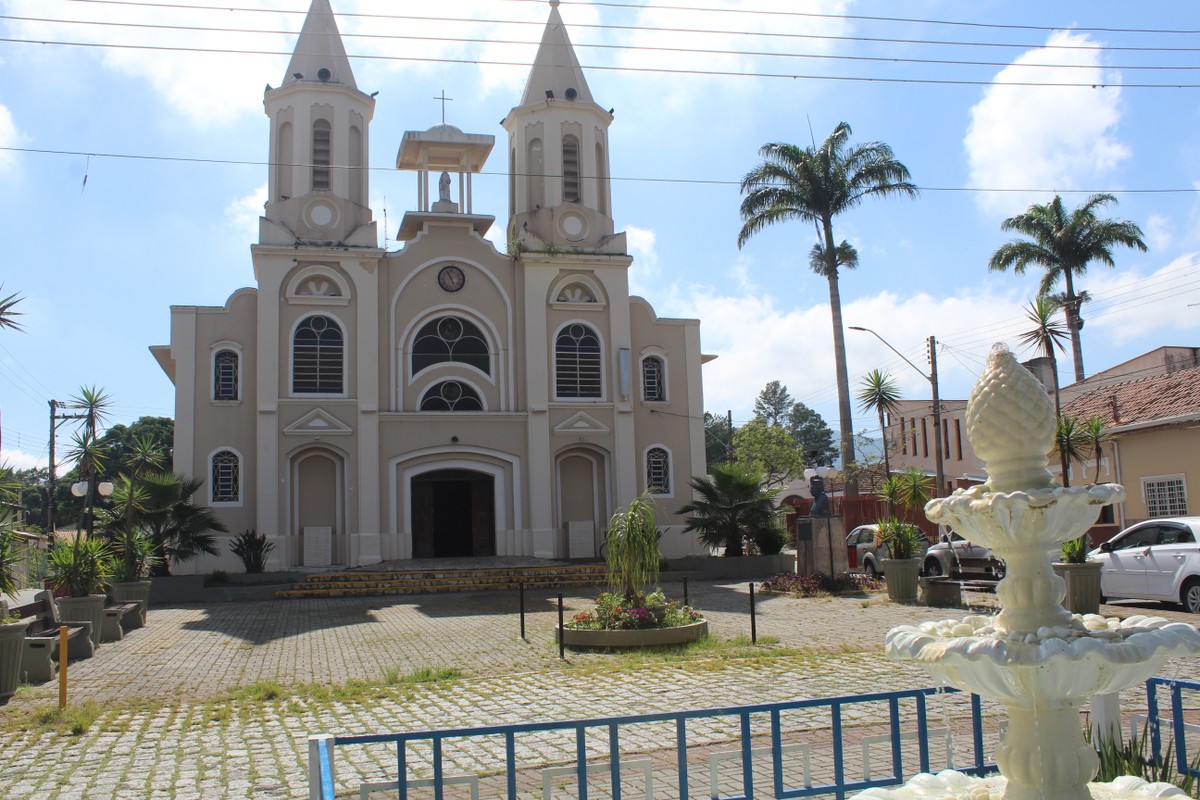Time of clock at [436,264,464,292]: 4:55
